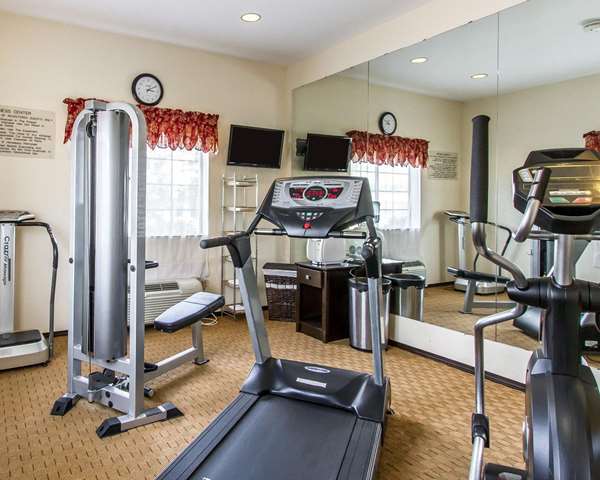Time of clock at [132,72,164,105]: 3:10
